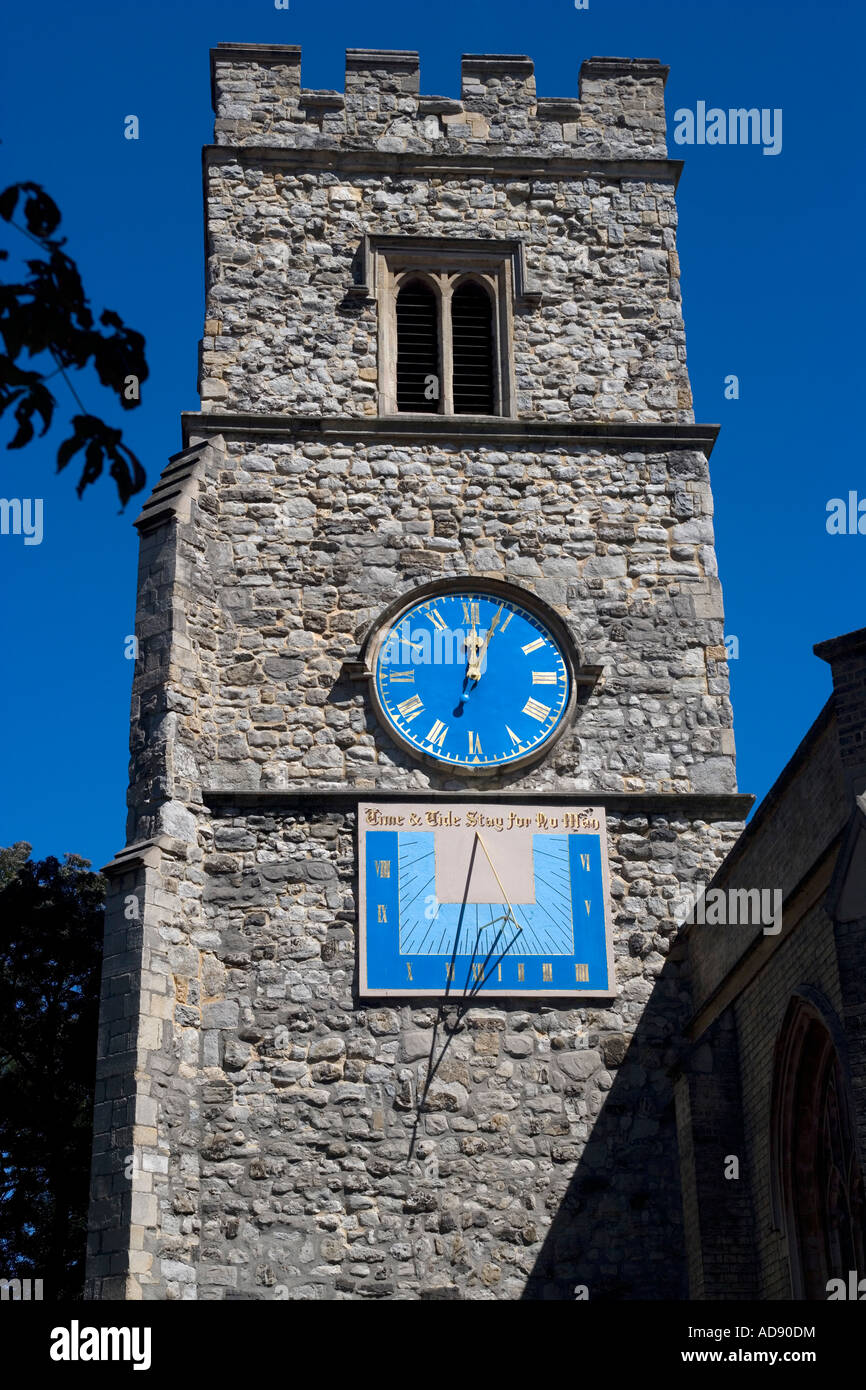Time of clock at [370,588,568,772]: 12:03
